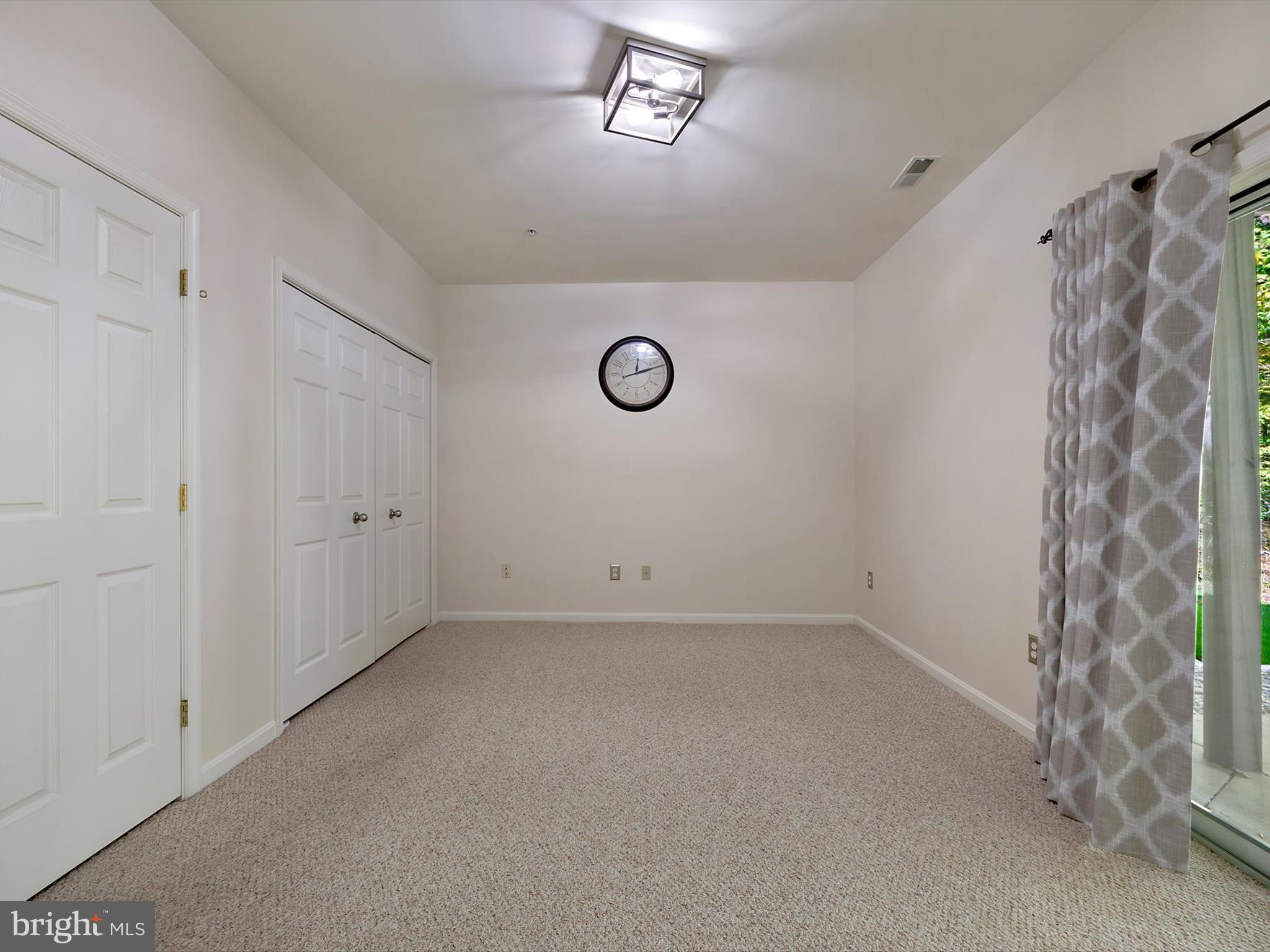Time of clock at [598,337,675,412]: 12:12
